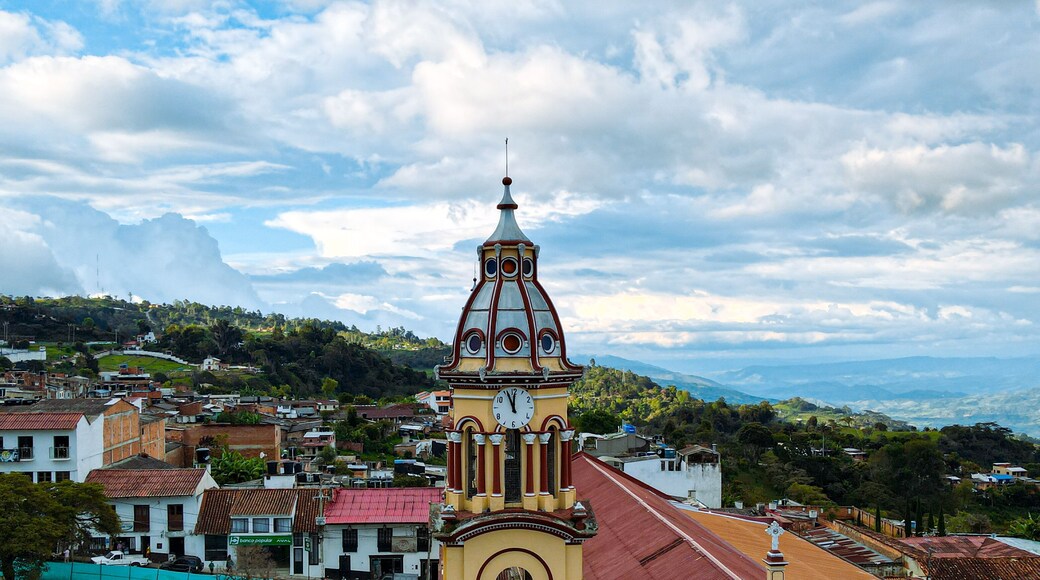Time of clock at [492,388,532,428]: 11:55
